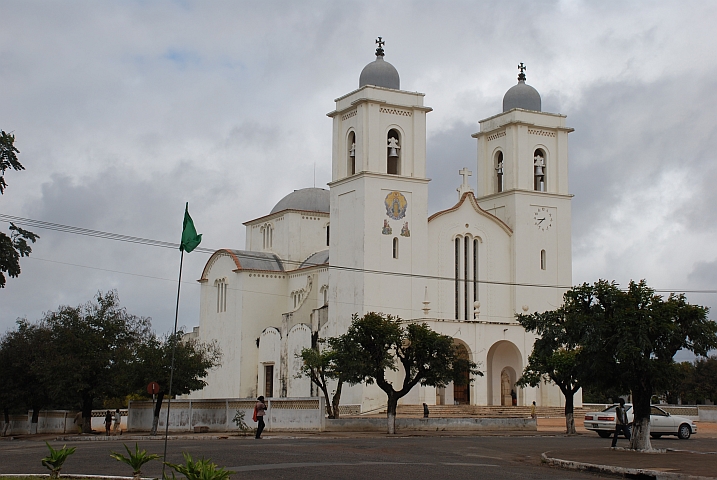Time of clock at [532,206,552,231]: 8:38
